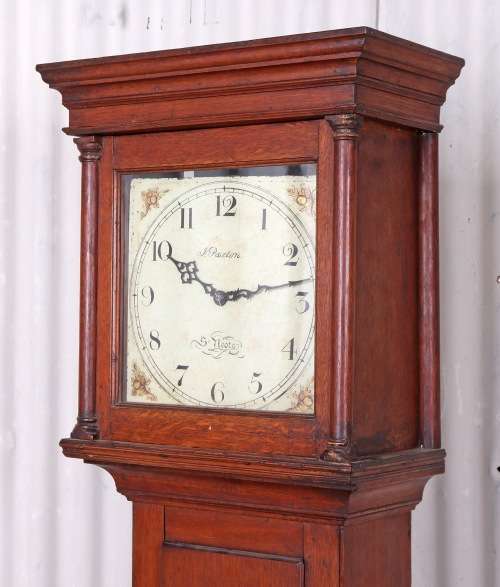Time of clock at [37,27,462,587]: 10:13
